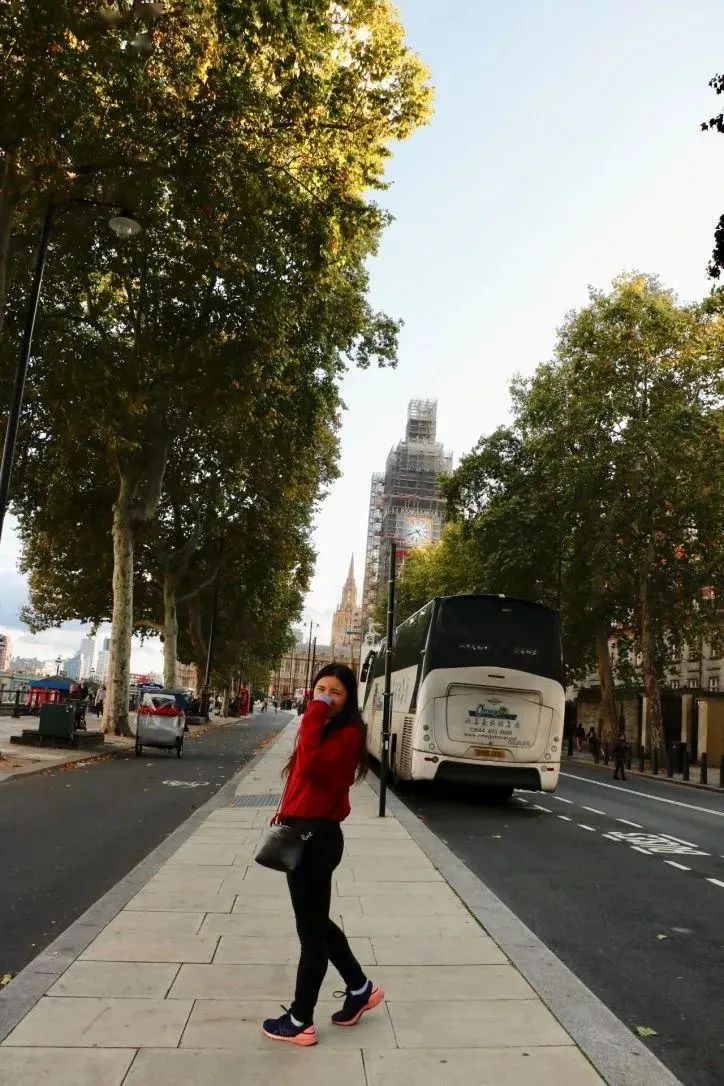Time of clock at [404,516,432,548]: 4:41
